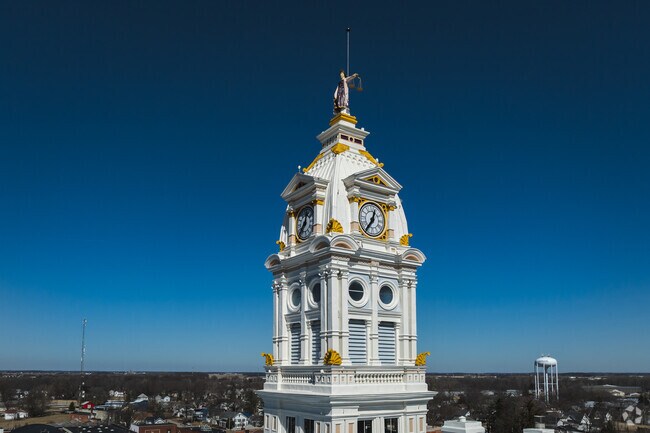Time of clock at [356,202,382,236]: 12:36
